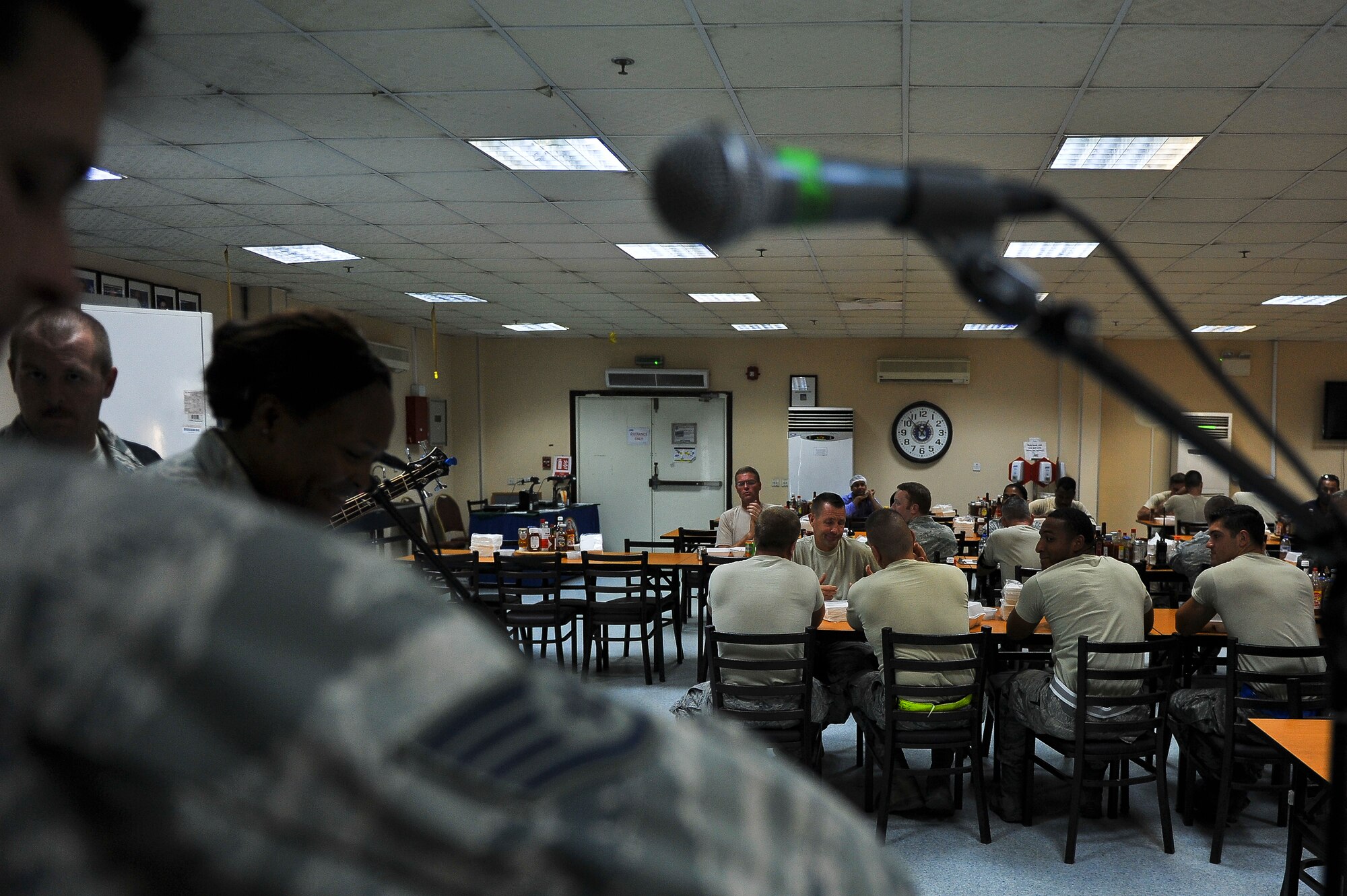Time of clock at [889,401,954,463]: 12:52
